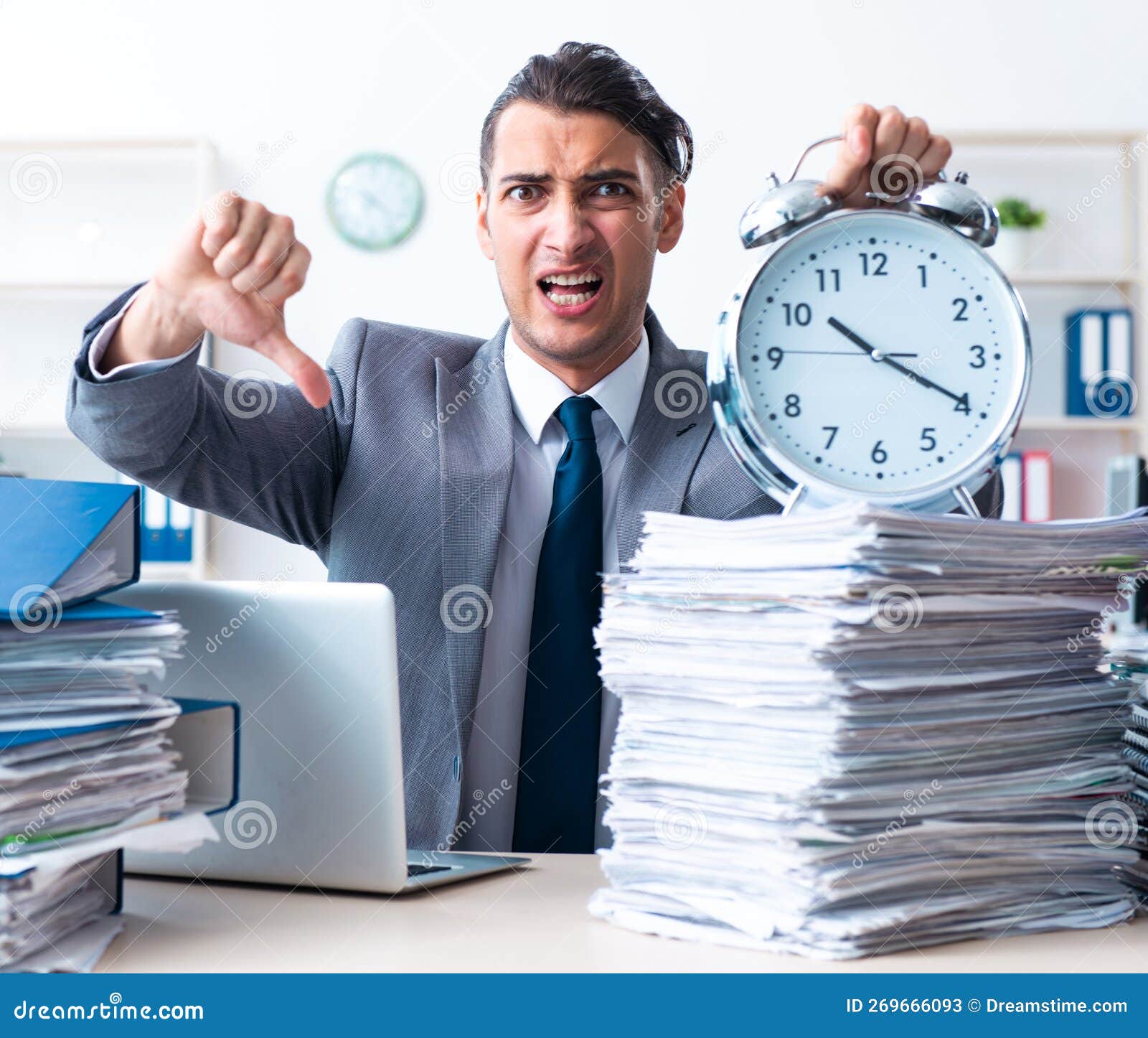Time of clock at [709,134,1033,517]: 10:19
